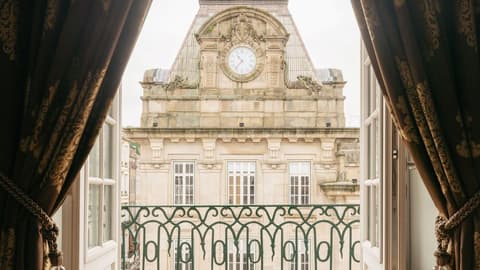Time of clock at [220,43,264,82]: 10:36
